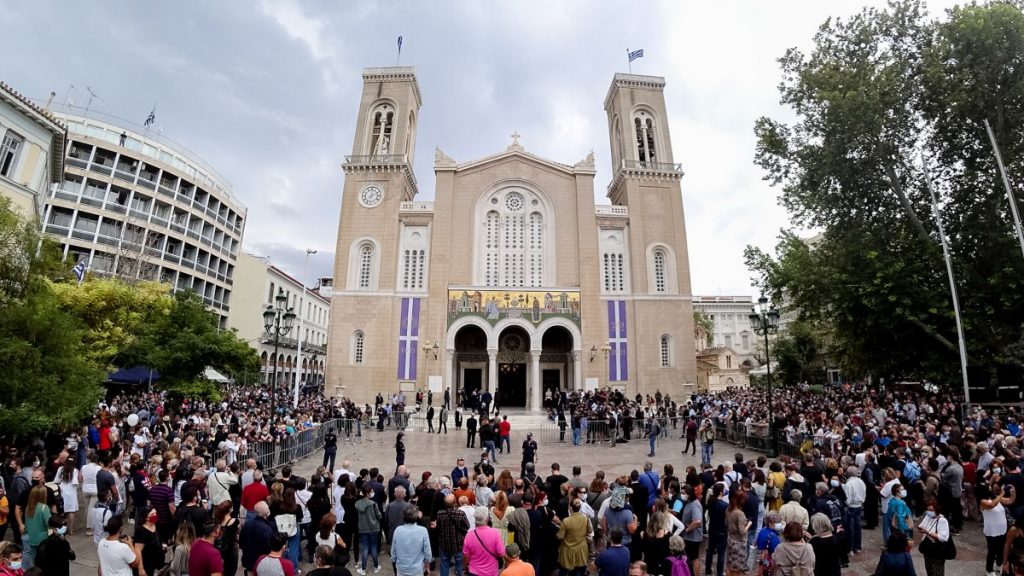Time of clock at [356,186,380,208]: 12:10
